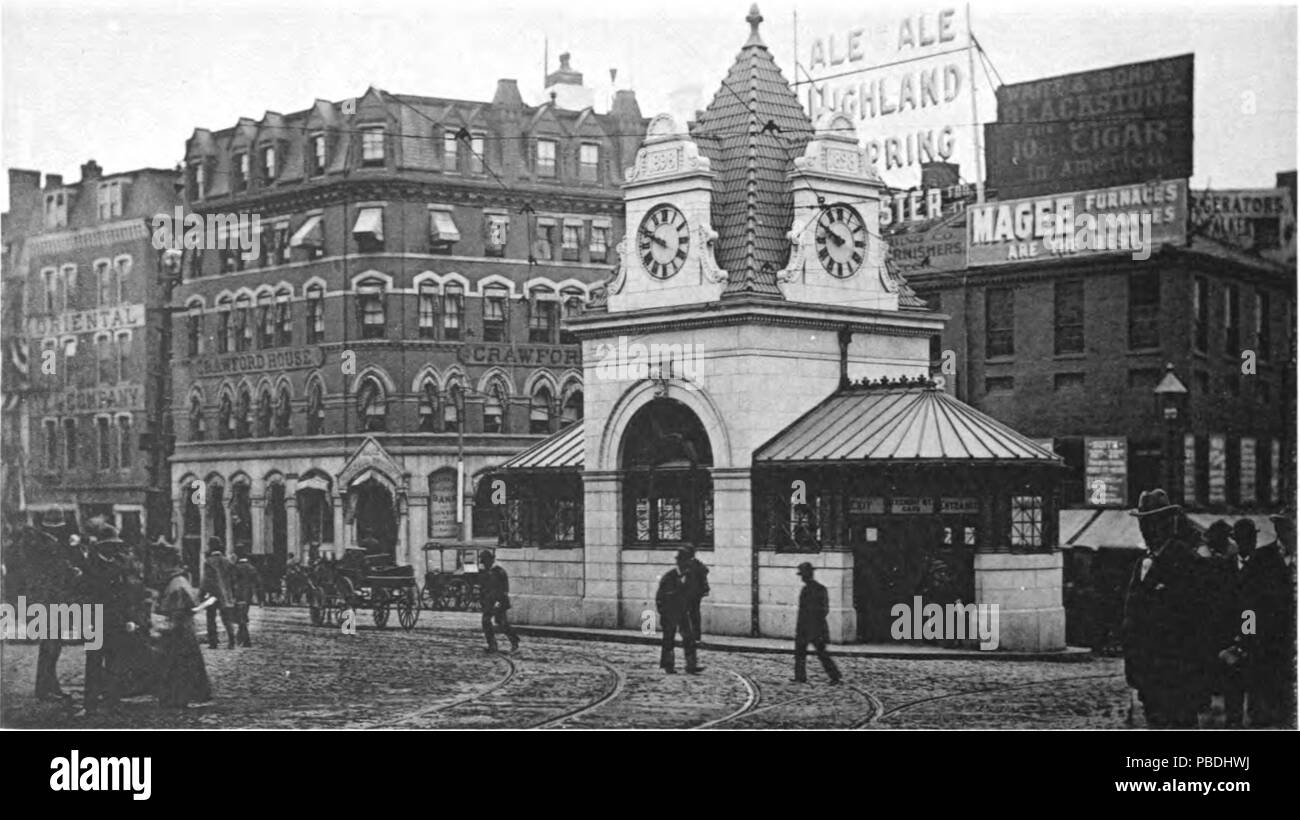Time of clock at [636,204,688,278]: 9:48
